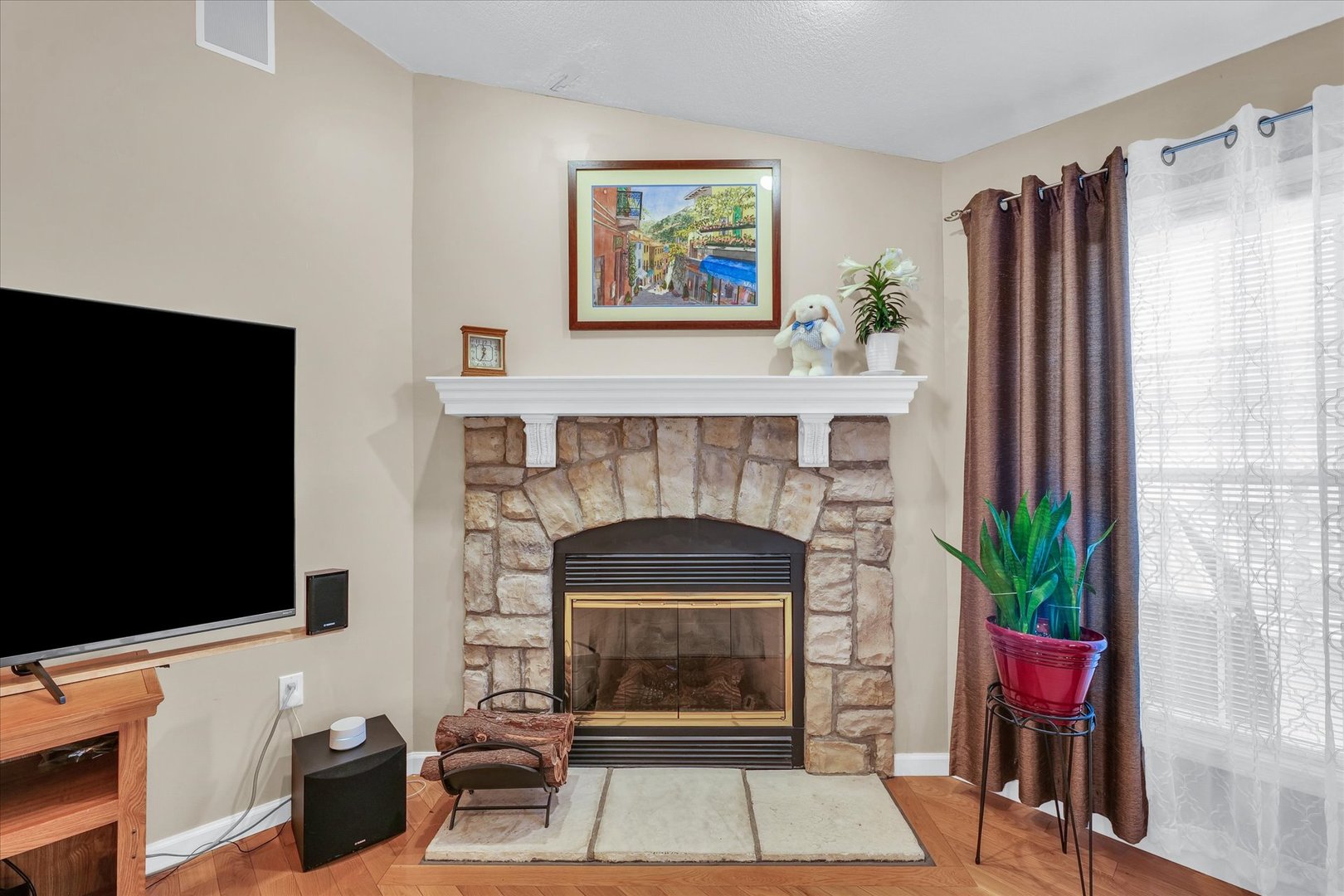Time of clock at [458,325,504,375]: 6:59
